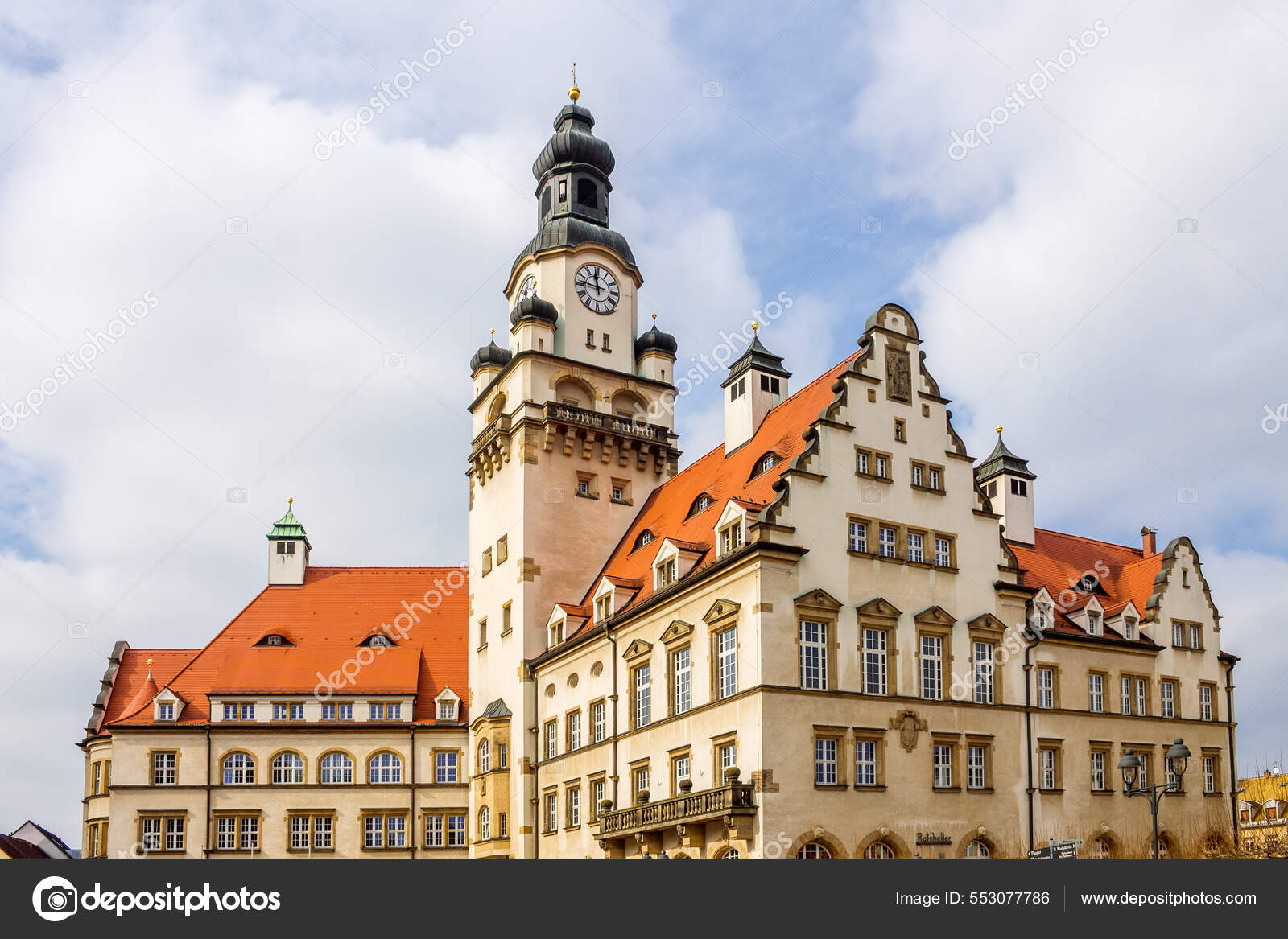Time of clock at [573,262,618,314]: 11:46
